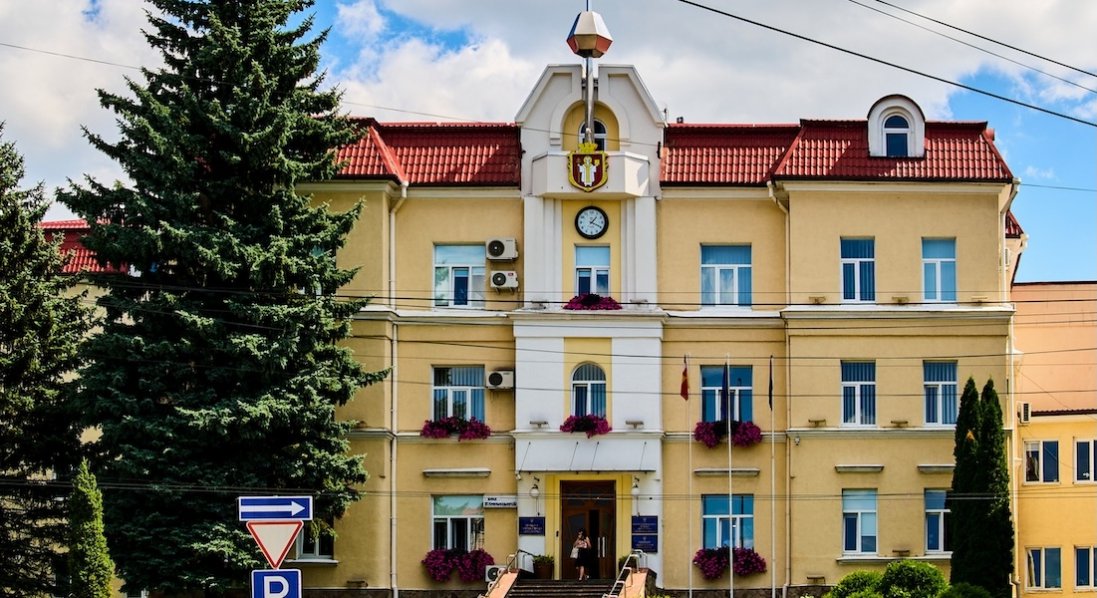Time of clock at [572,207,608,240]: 1:19
